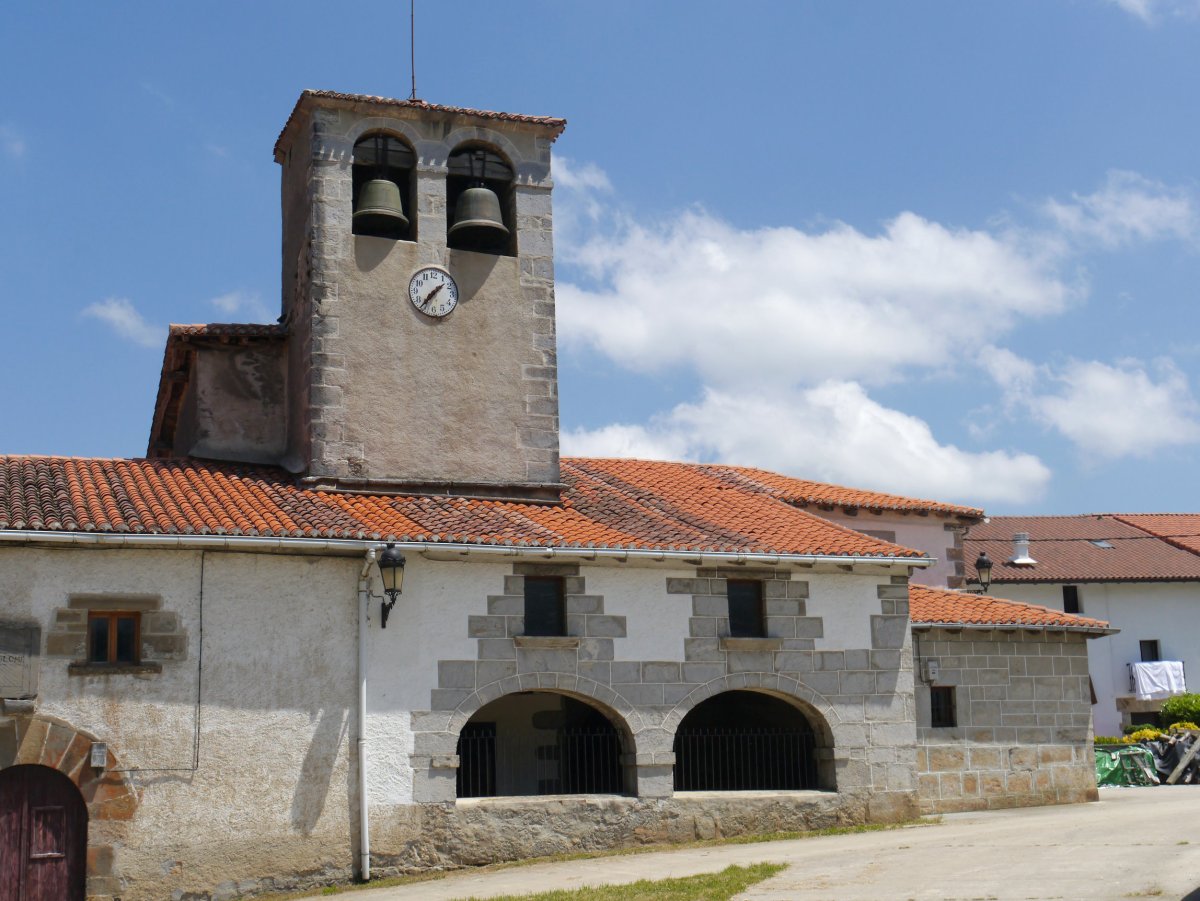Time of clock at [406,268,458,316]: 1:36
